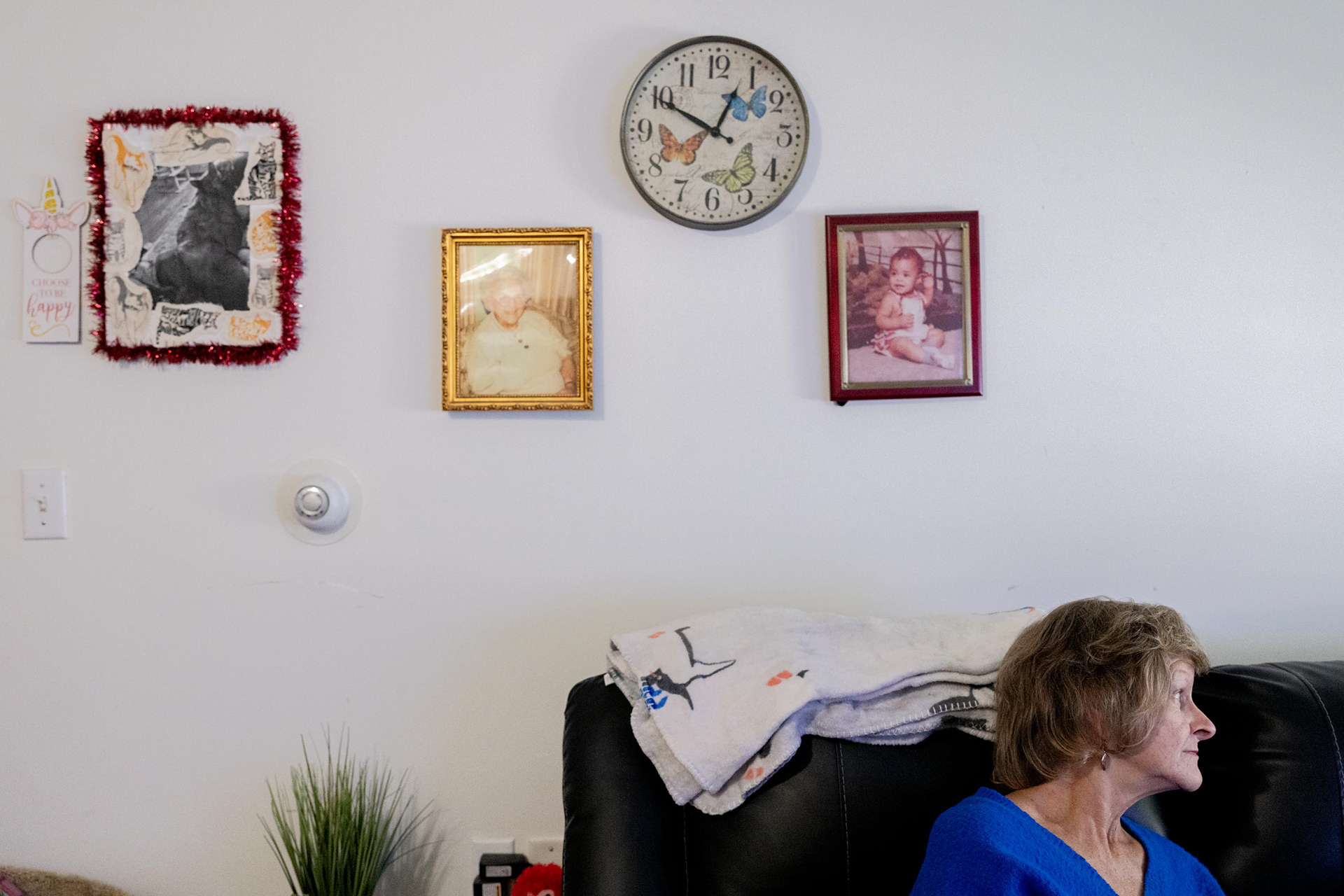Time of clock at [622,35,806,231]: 12:49
